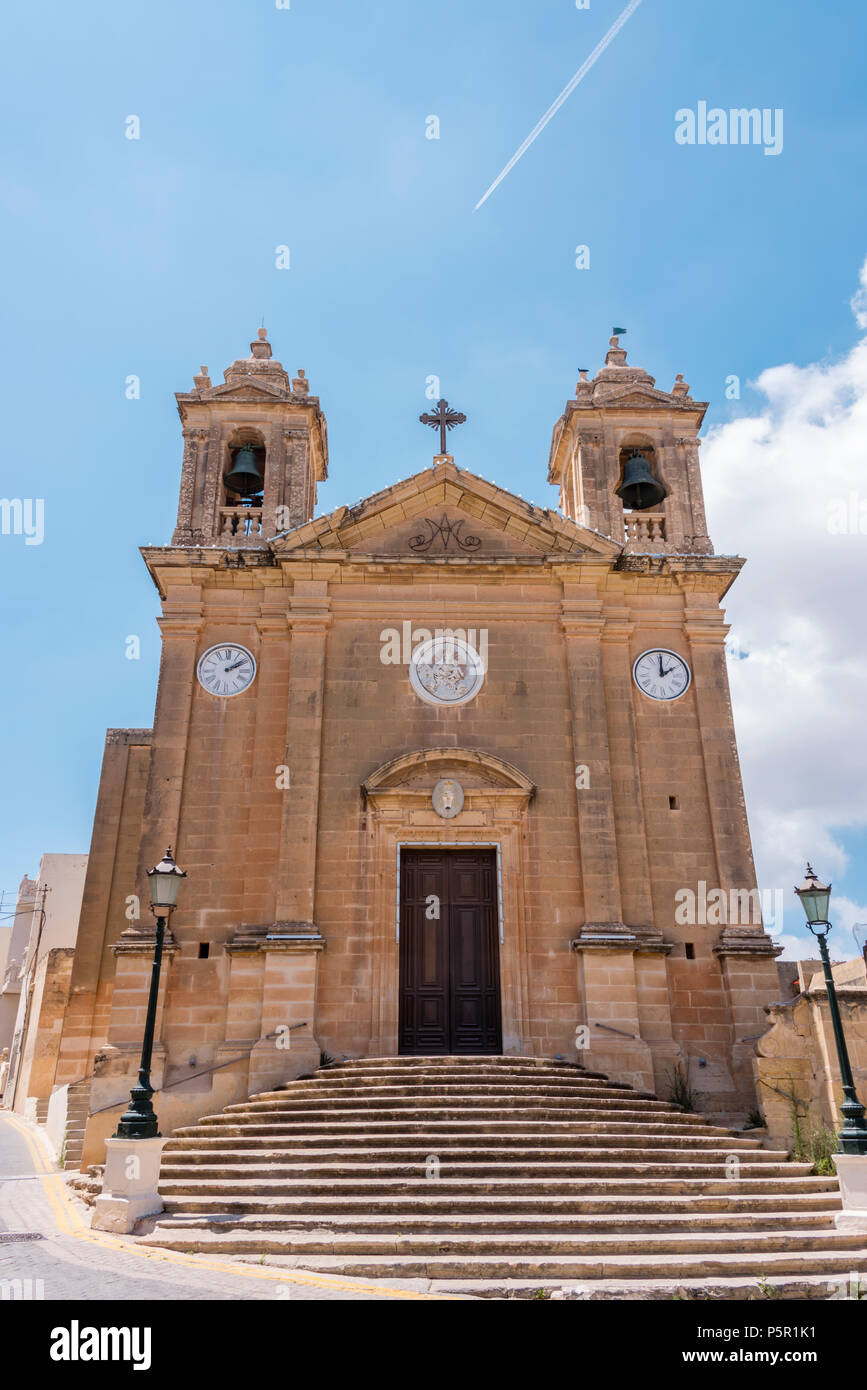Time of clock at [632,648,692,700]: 2:00
